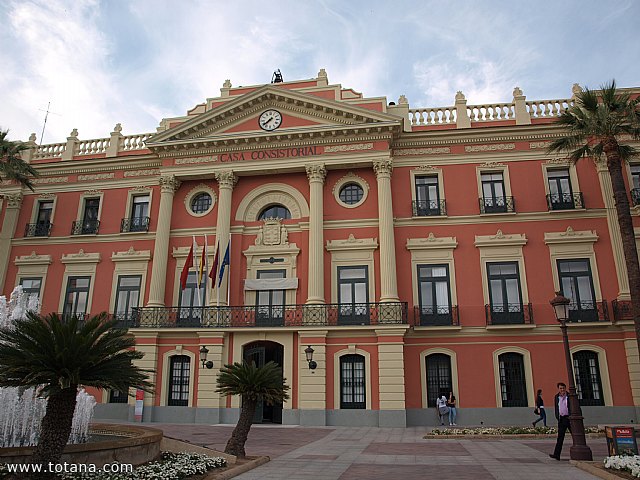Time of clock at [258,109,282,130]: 7:38
